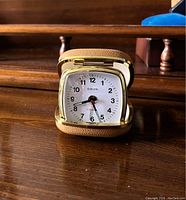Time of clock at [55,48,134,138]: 8:26
